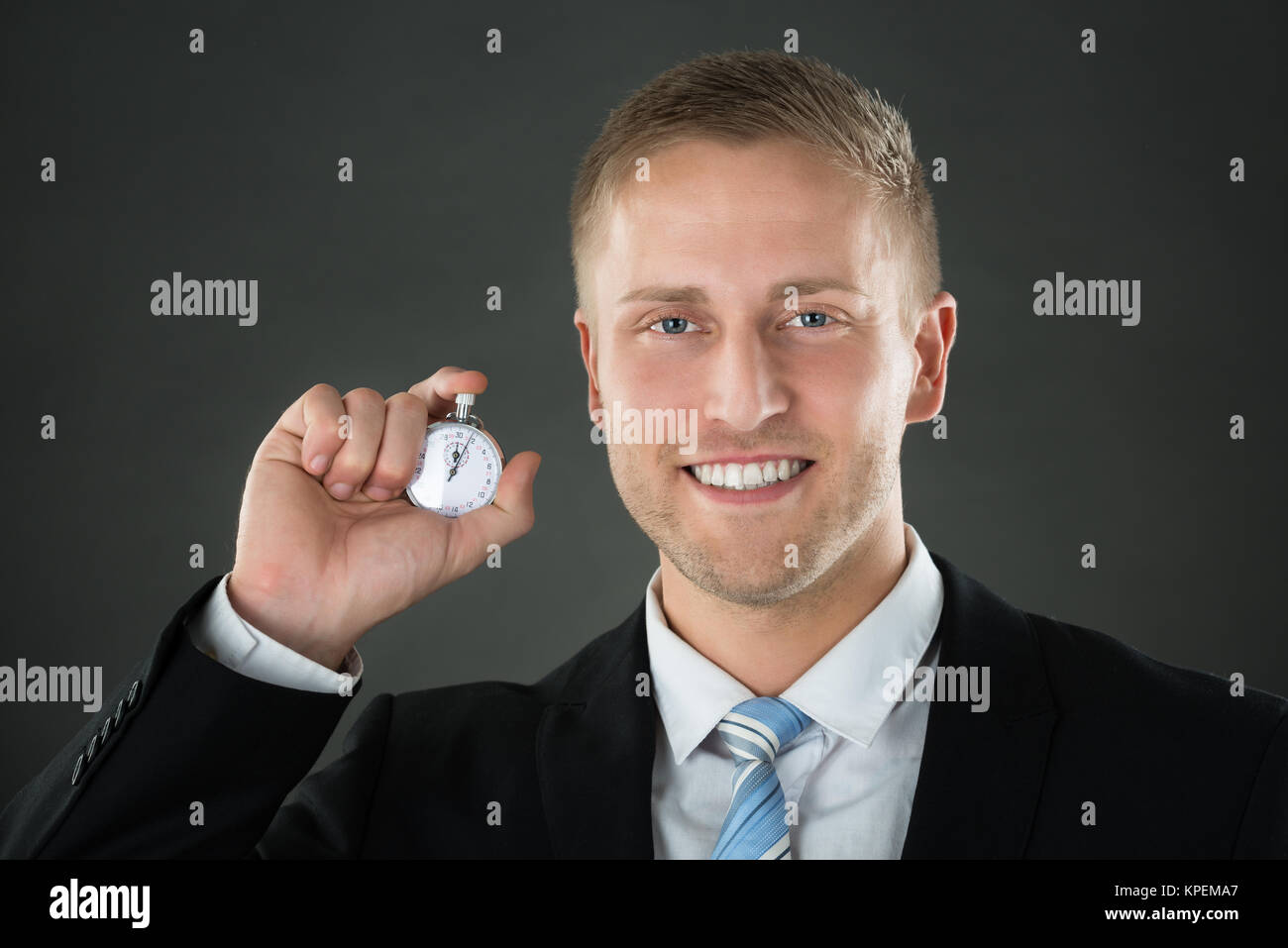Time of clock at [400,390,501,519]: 12:04
